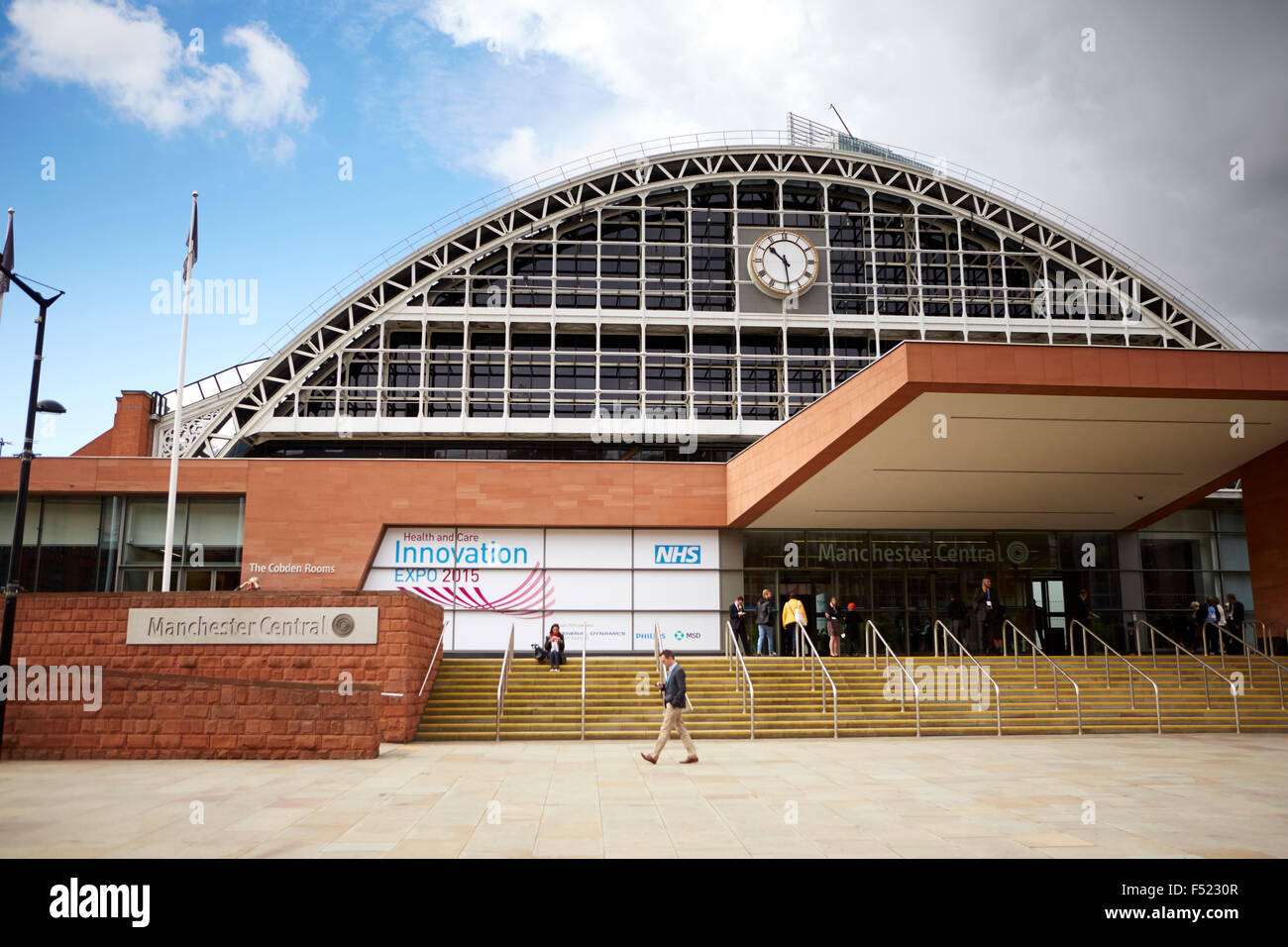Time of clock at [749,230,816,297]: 10:28
